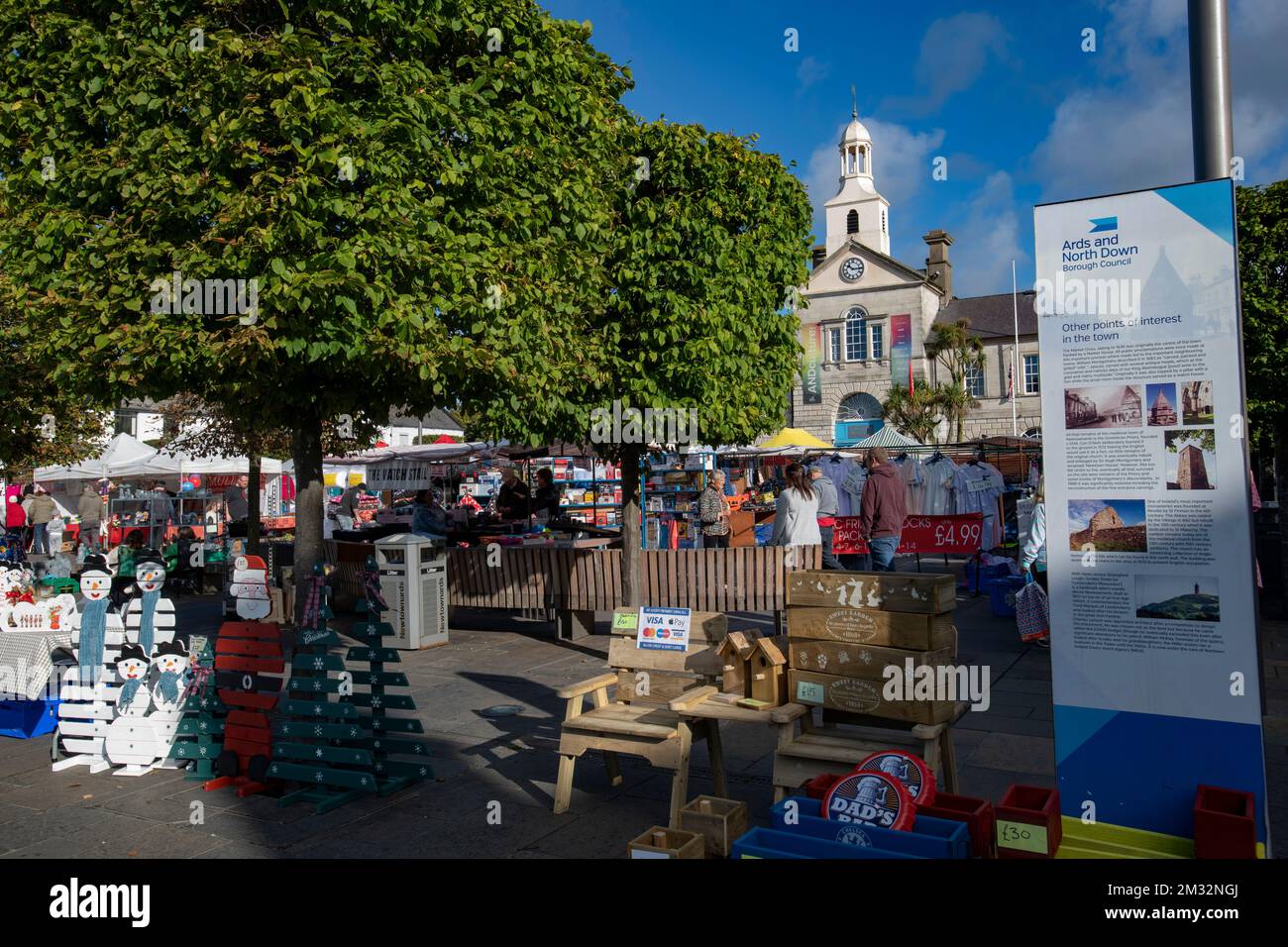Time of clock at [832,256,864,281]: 10:14
